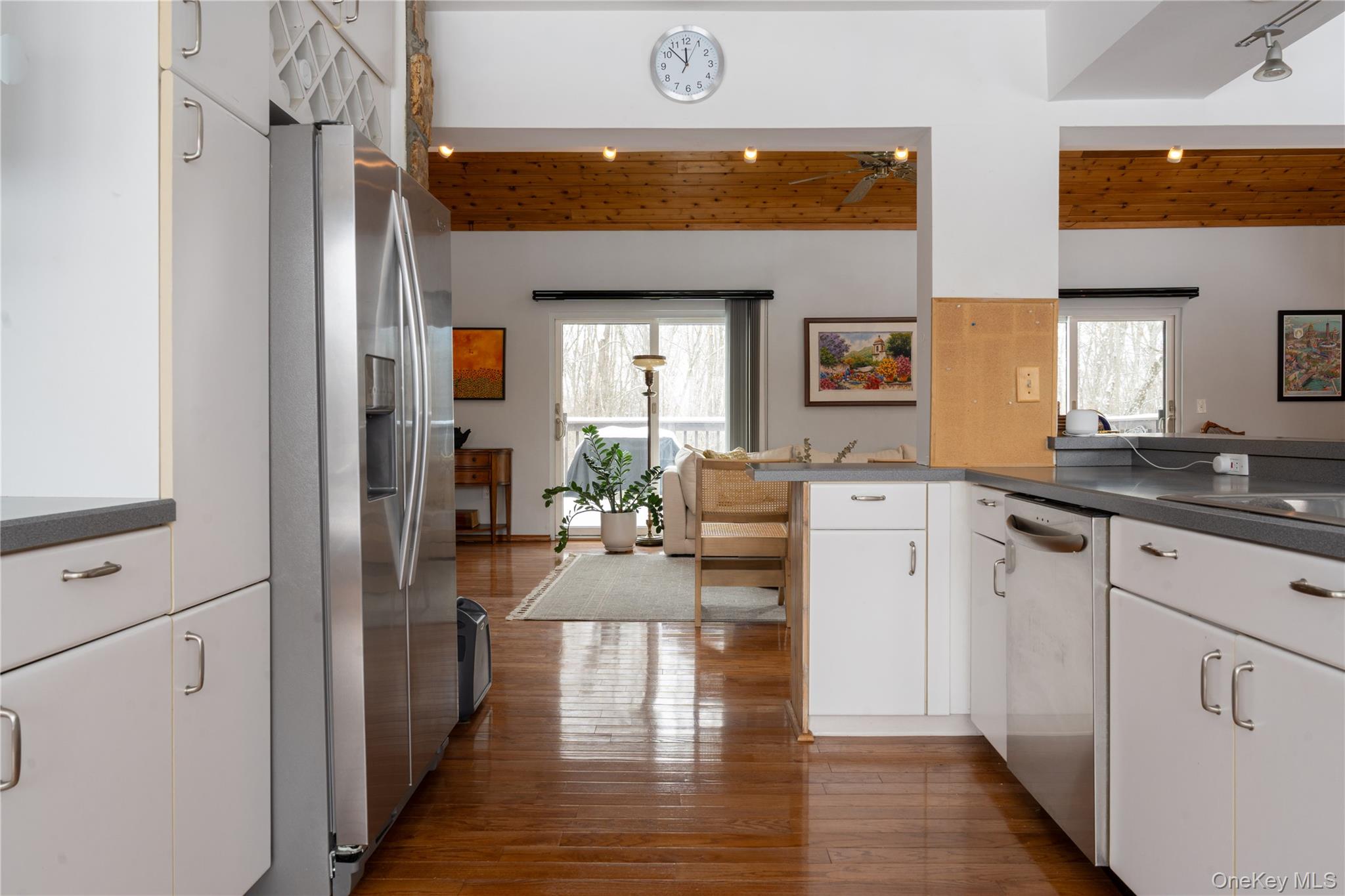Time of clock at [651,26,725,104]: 11:52
